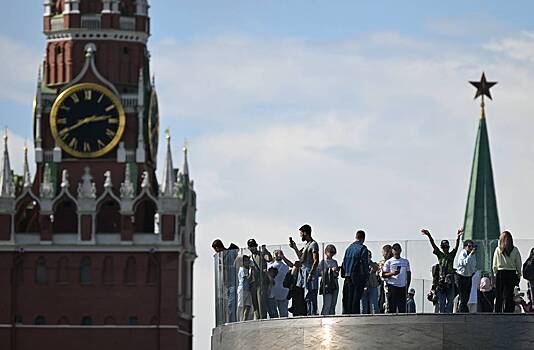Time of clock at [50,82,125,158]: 2:40
